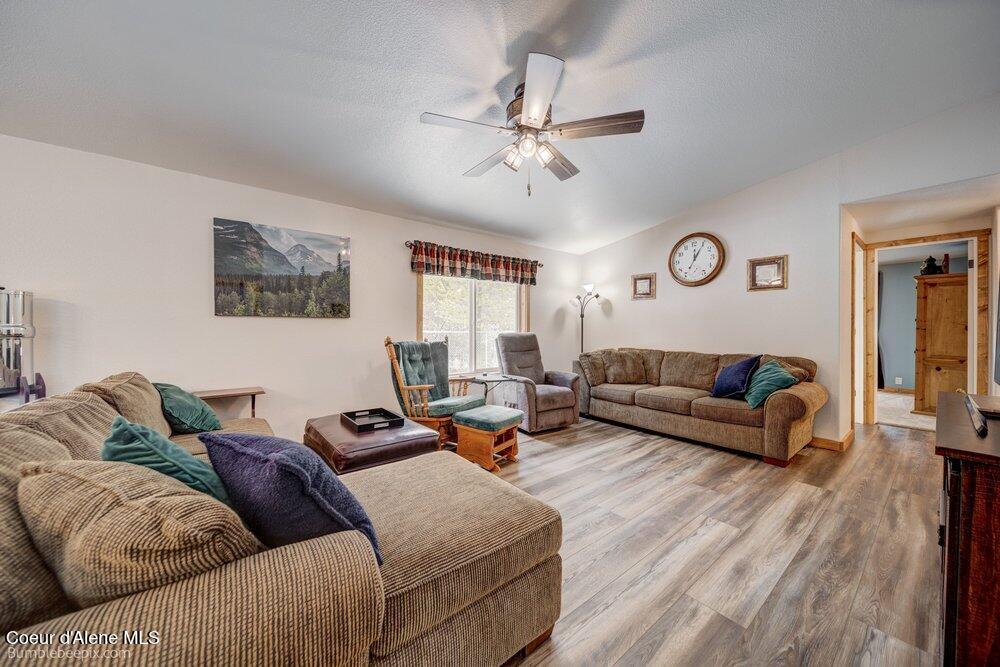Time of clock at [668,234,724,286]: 12:04
